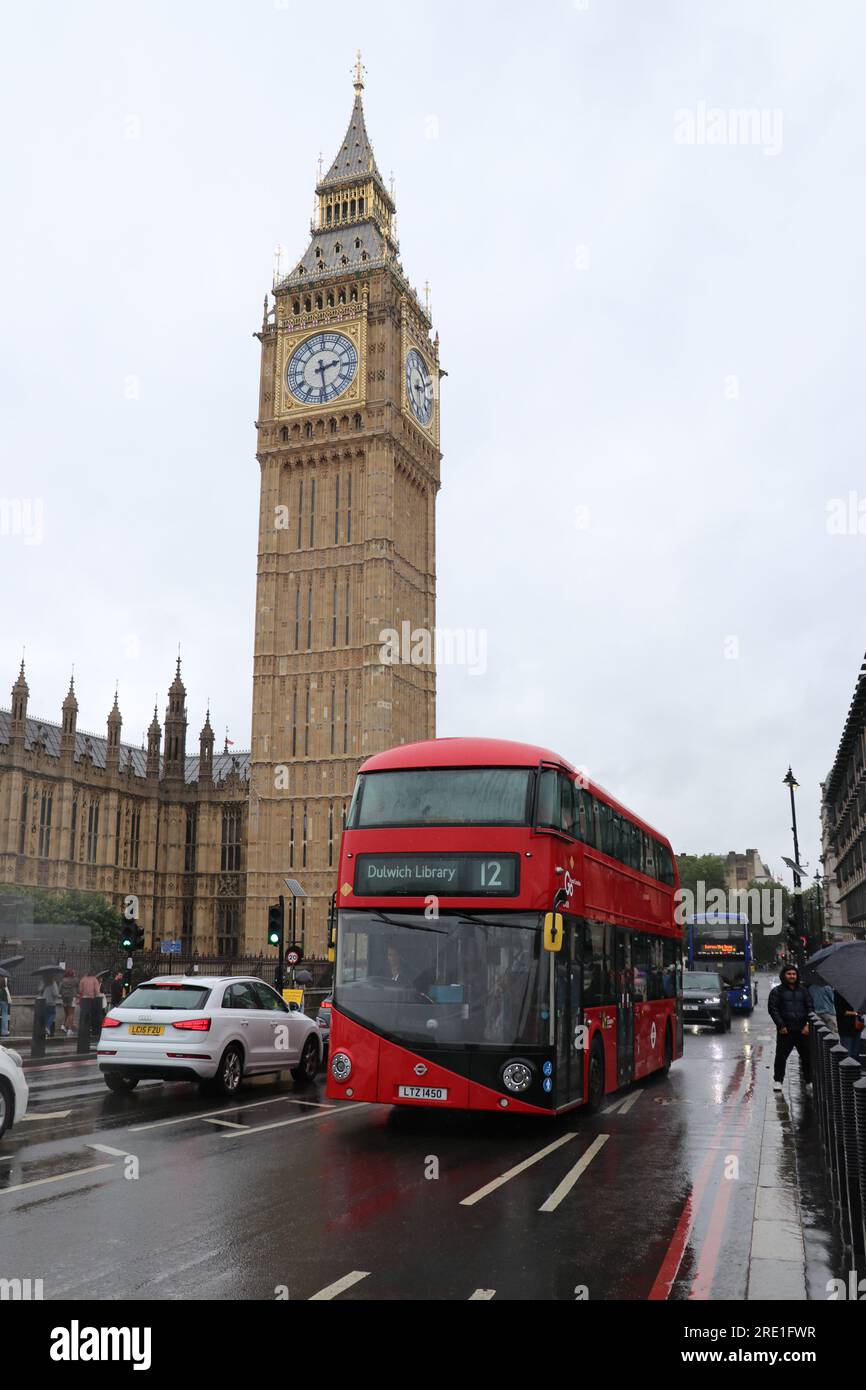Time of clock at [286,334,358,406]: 2:28
